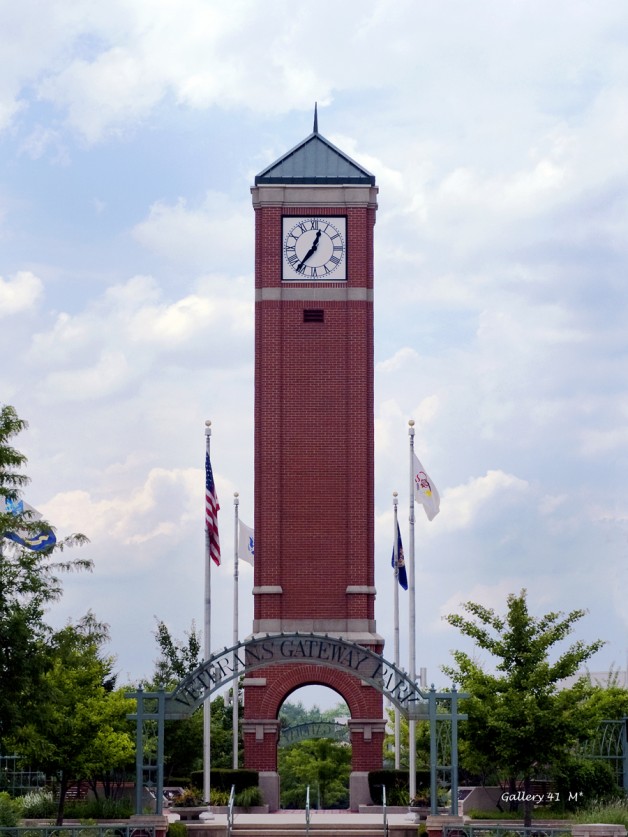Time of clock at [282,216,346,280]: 12:36
